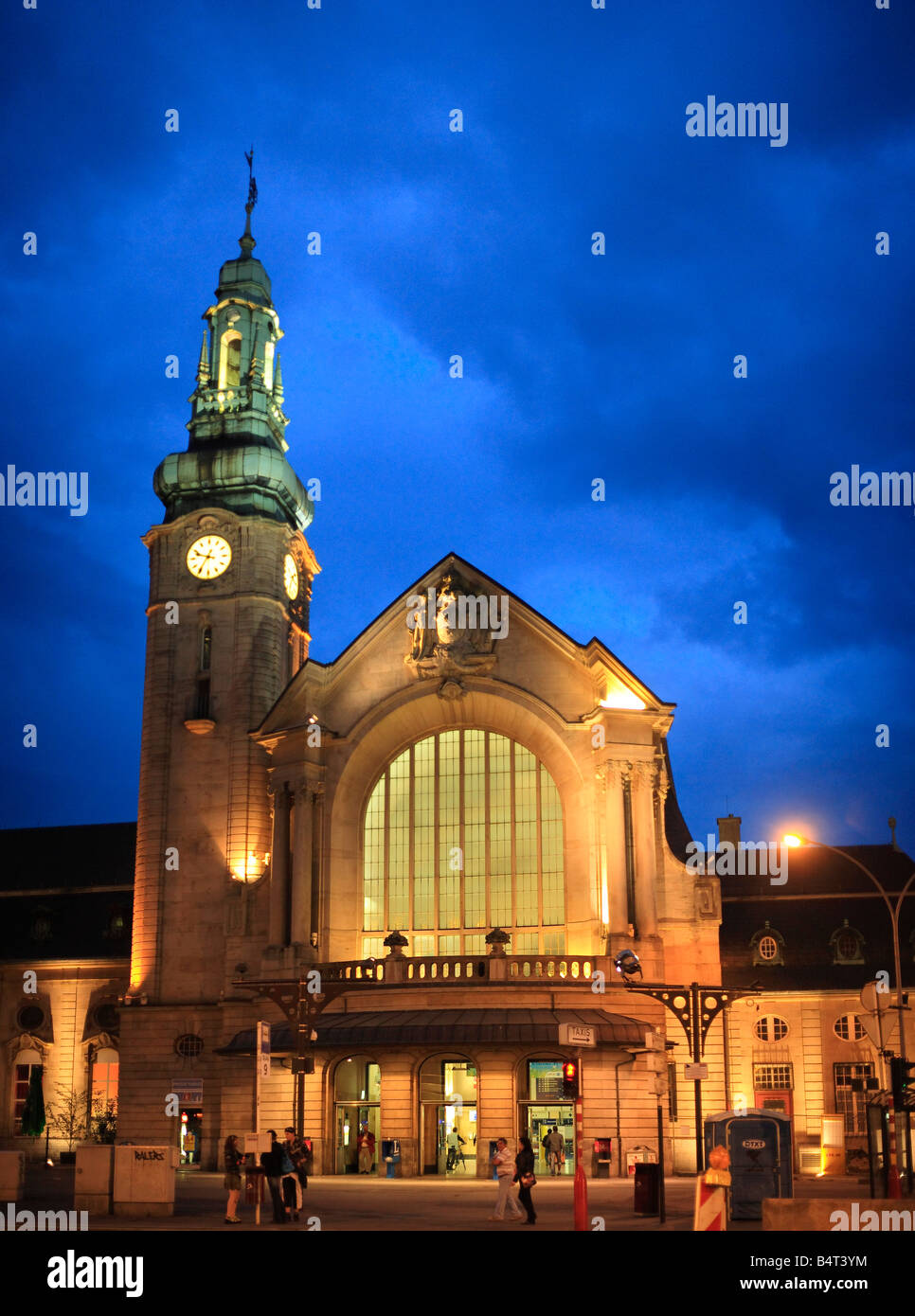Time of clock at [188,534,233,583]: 9:35
